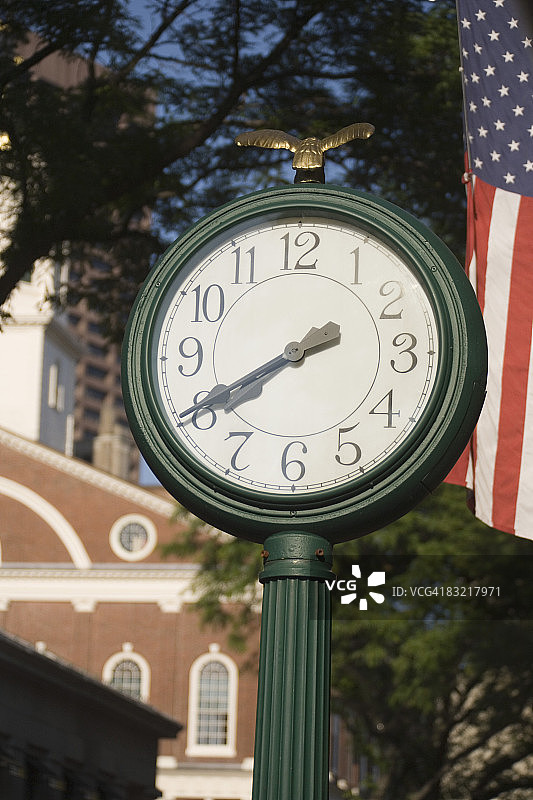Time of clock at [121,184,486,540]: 7:40
